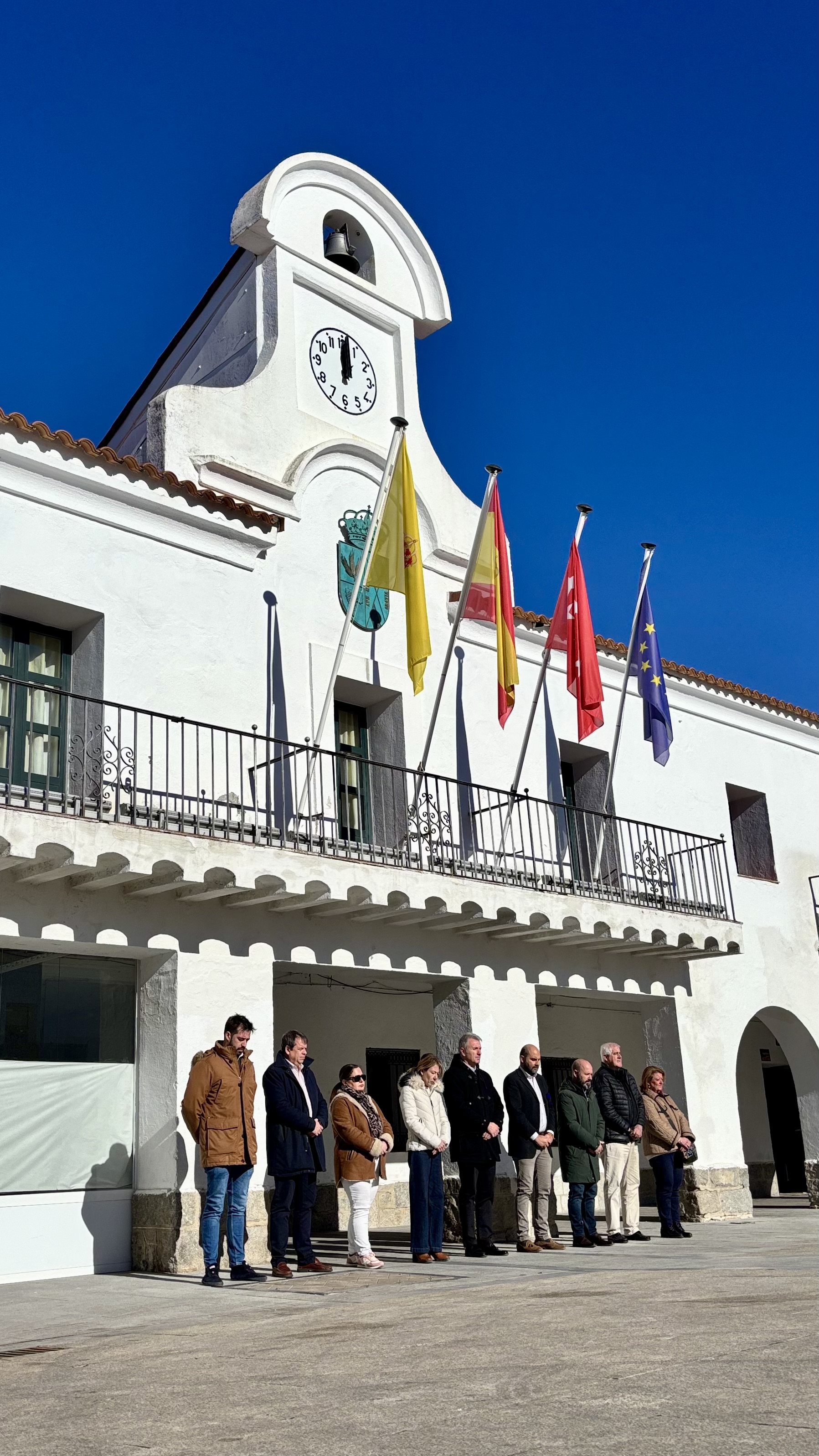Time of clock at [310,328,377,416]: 12:01
